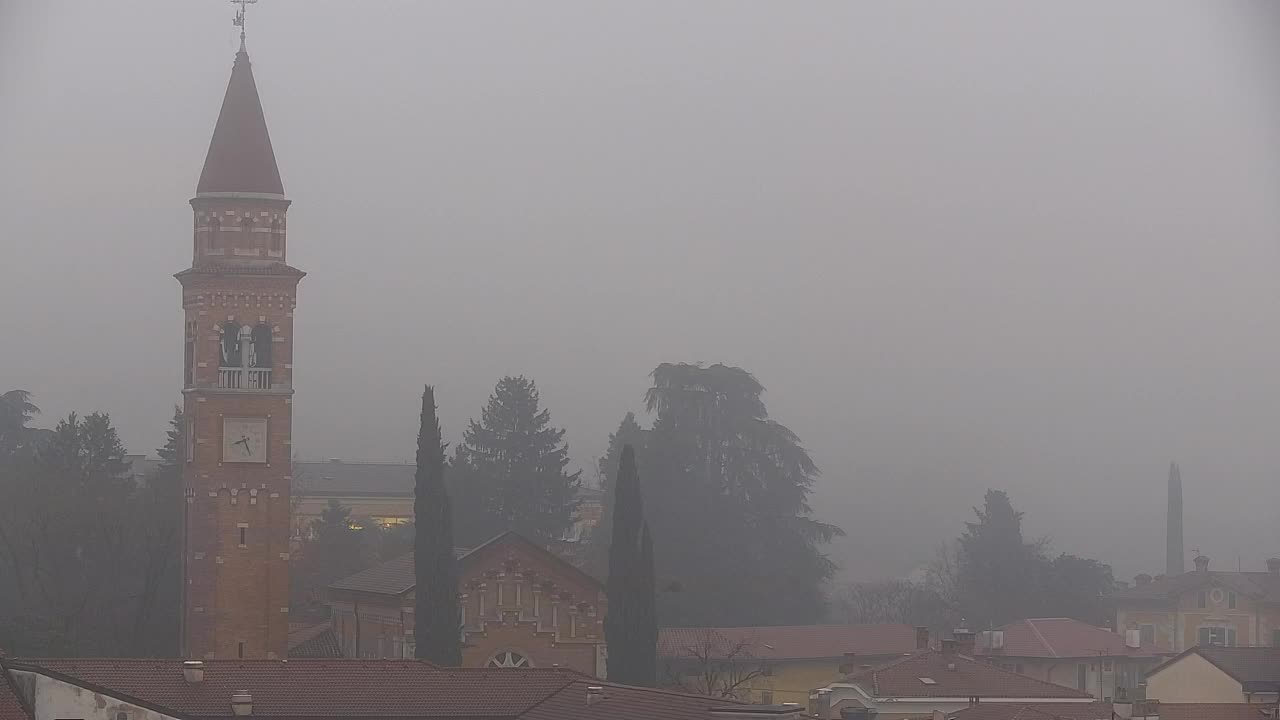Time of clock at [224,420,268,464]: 8:26
